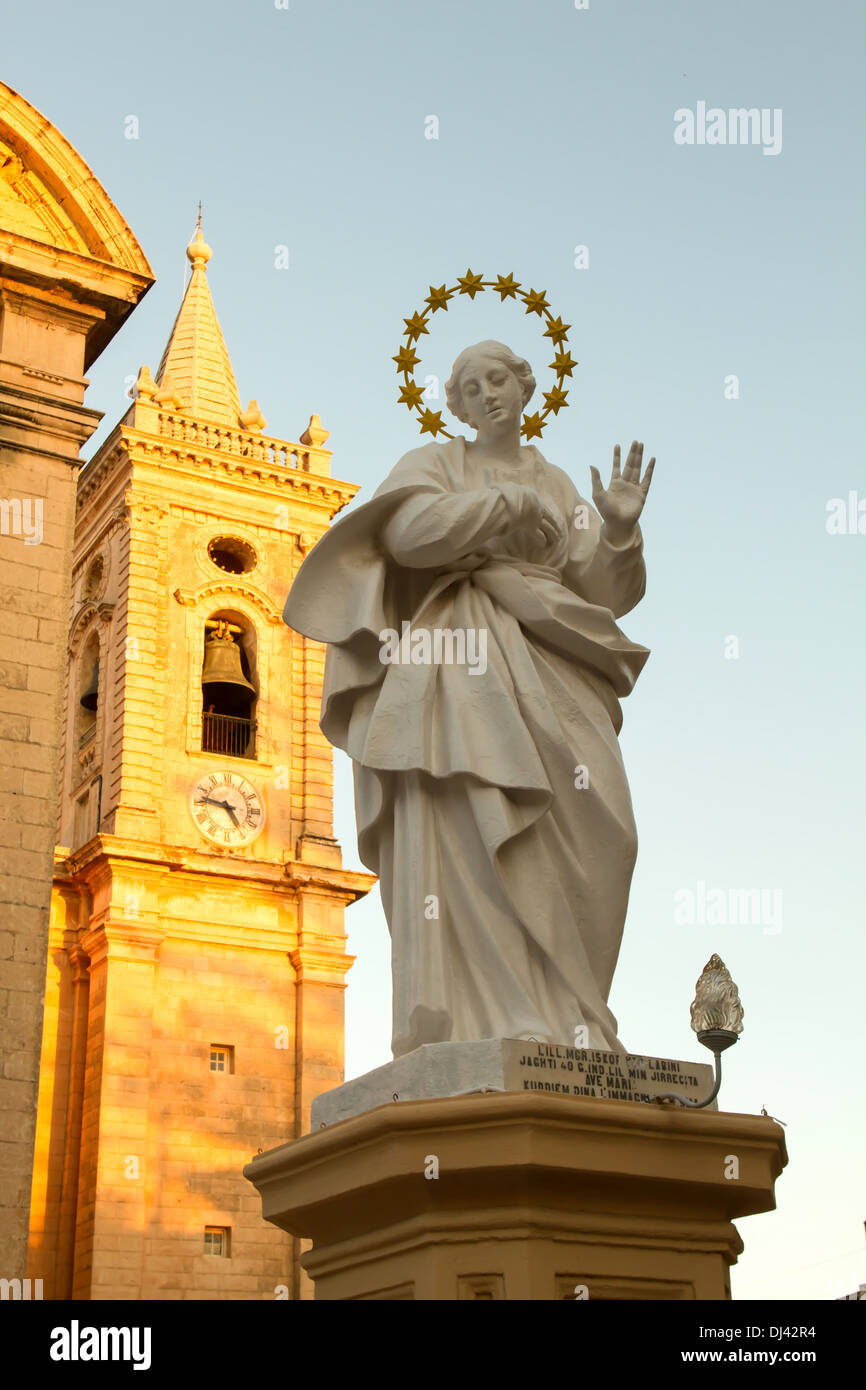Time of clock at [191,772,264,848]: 4:46
